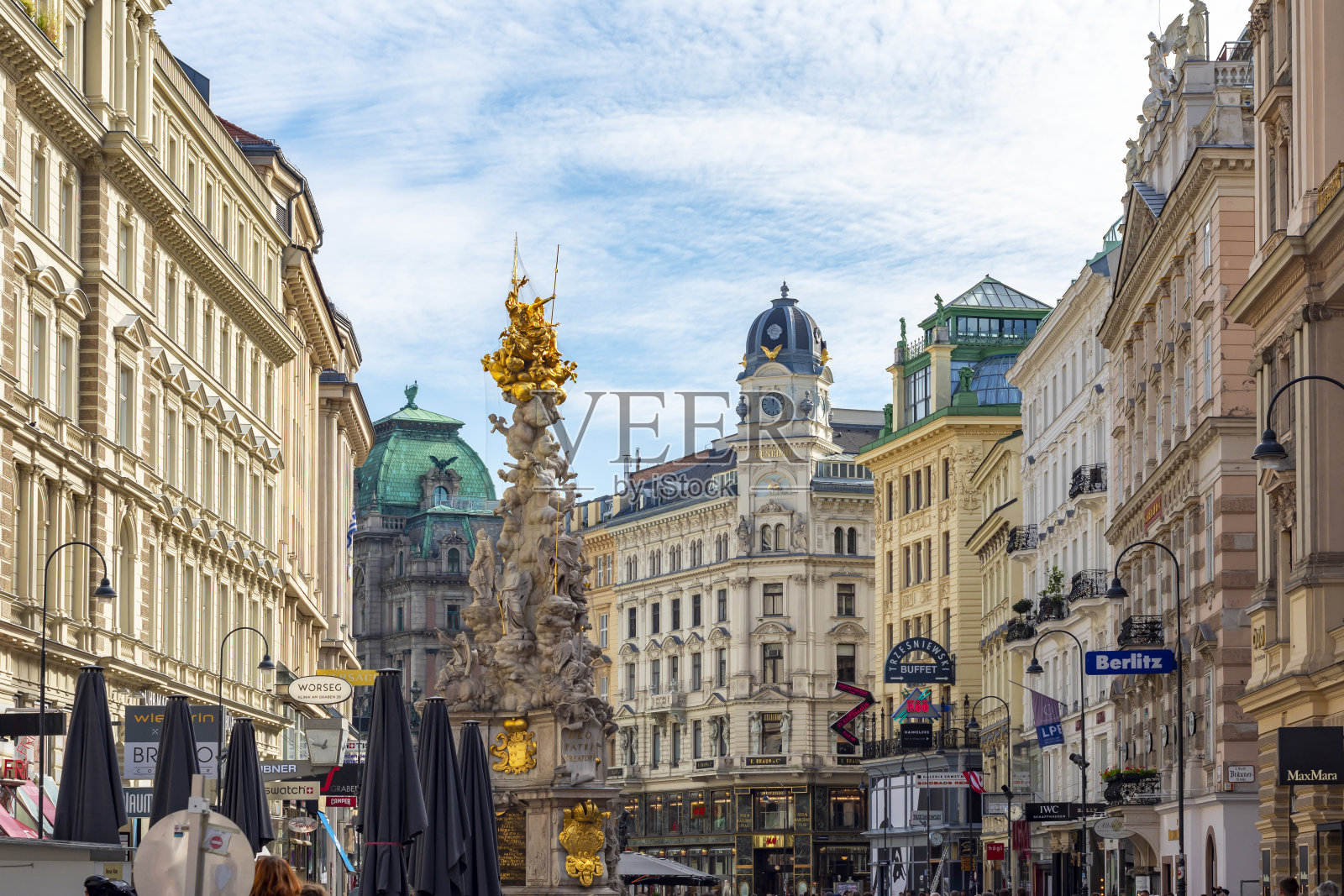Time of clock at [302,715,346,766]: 12:46
